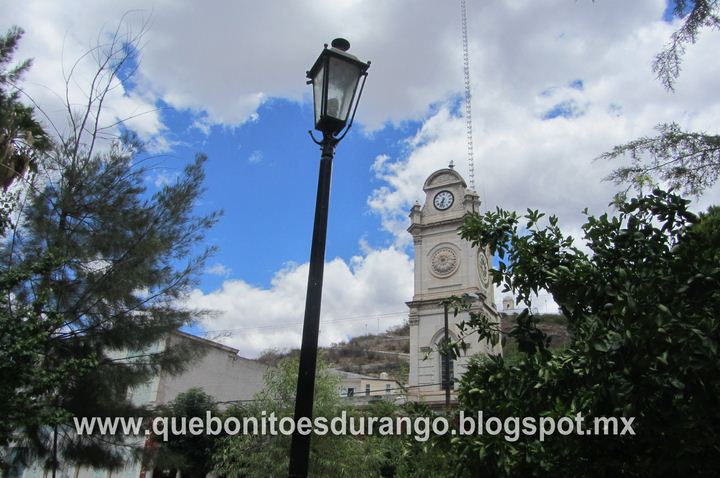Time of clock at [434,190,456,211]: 7:32
